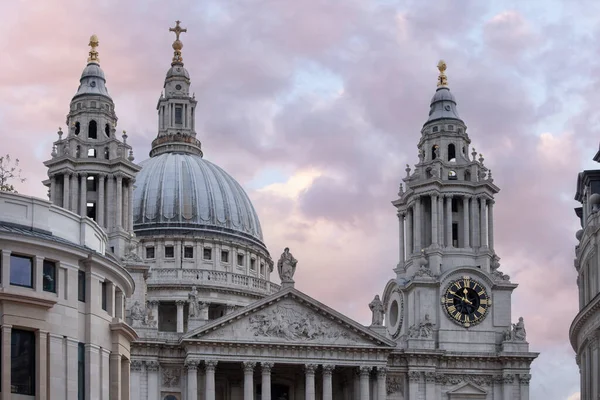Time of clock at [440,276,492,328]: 11:49
